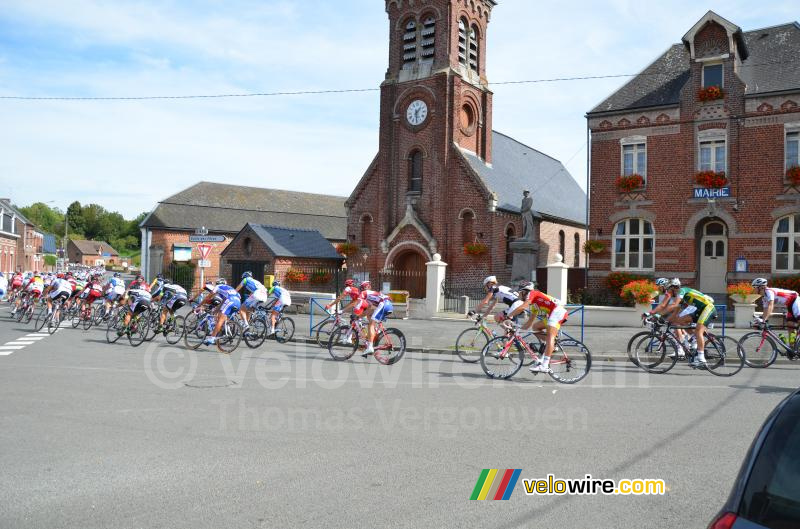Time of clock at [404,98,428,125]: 1:29
